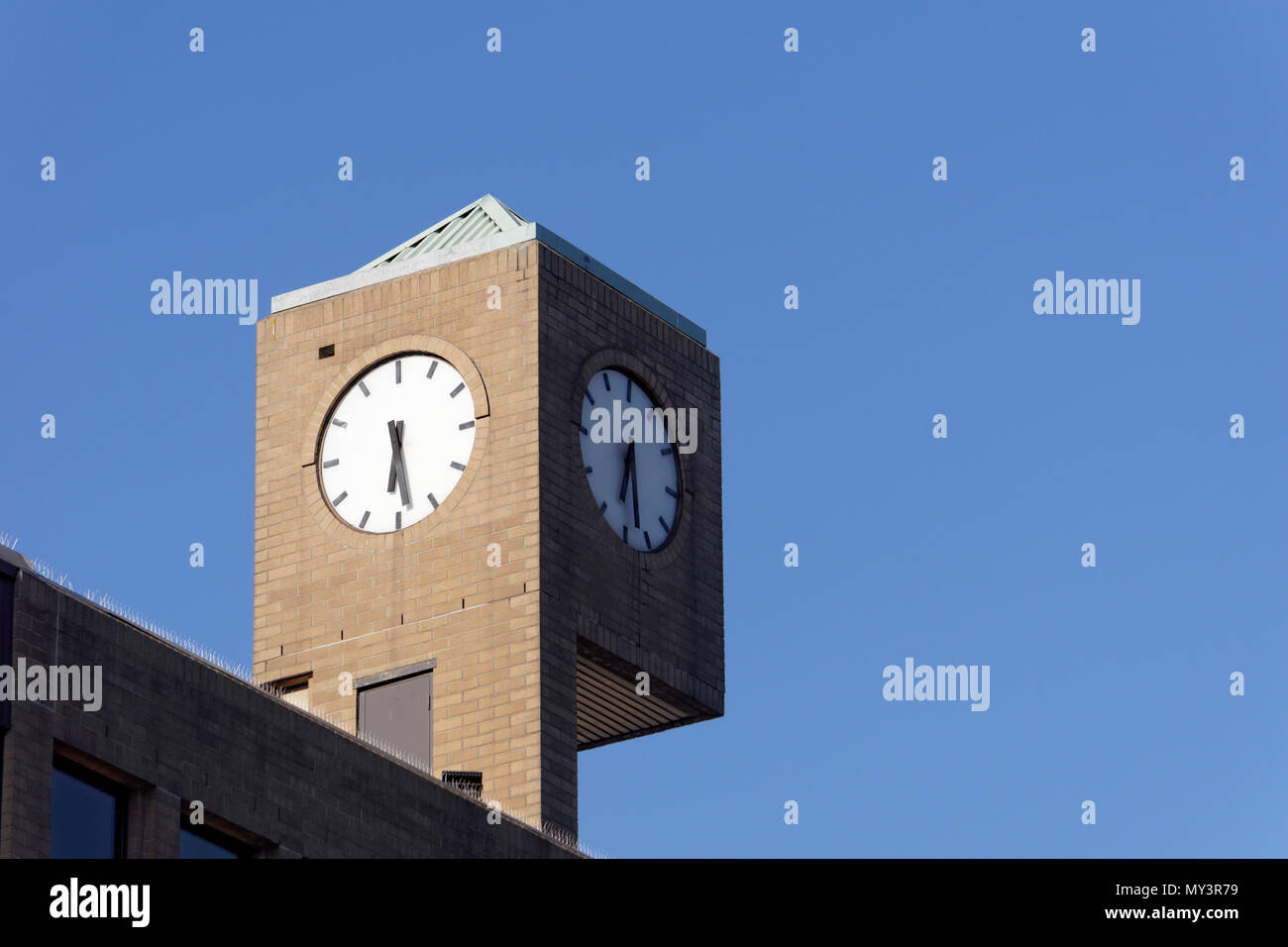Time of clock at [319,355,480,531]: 6:28
